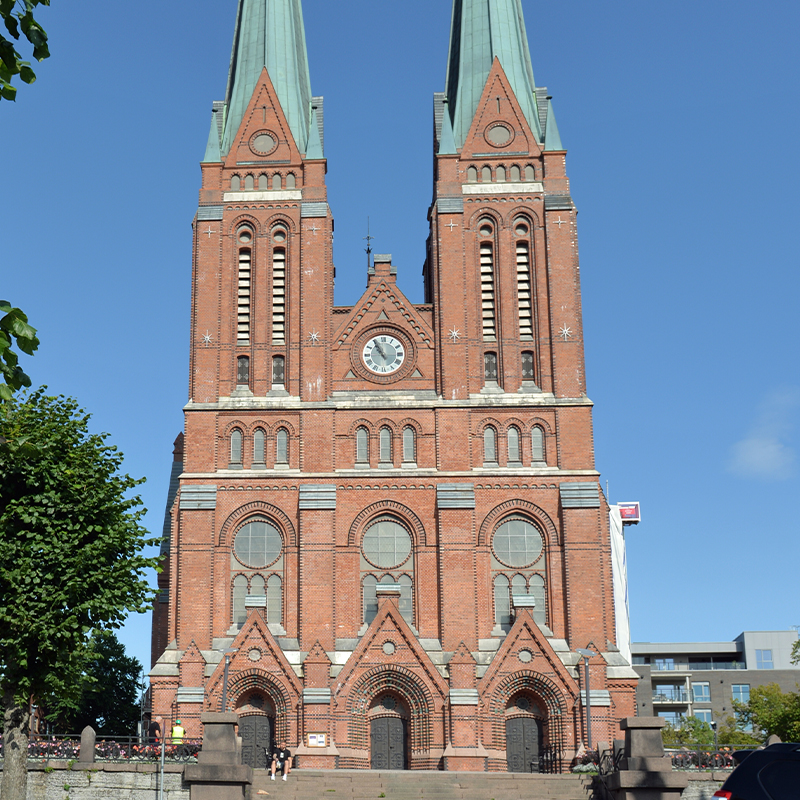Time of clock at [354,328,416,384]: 10:55
